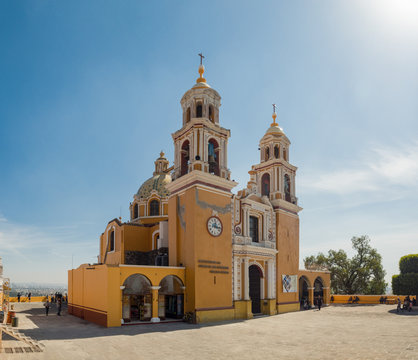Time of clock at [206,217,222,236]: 12:16
